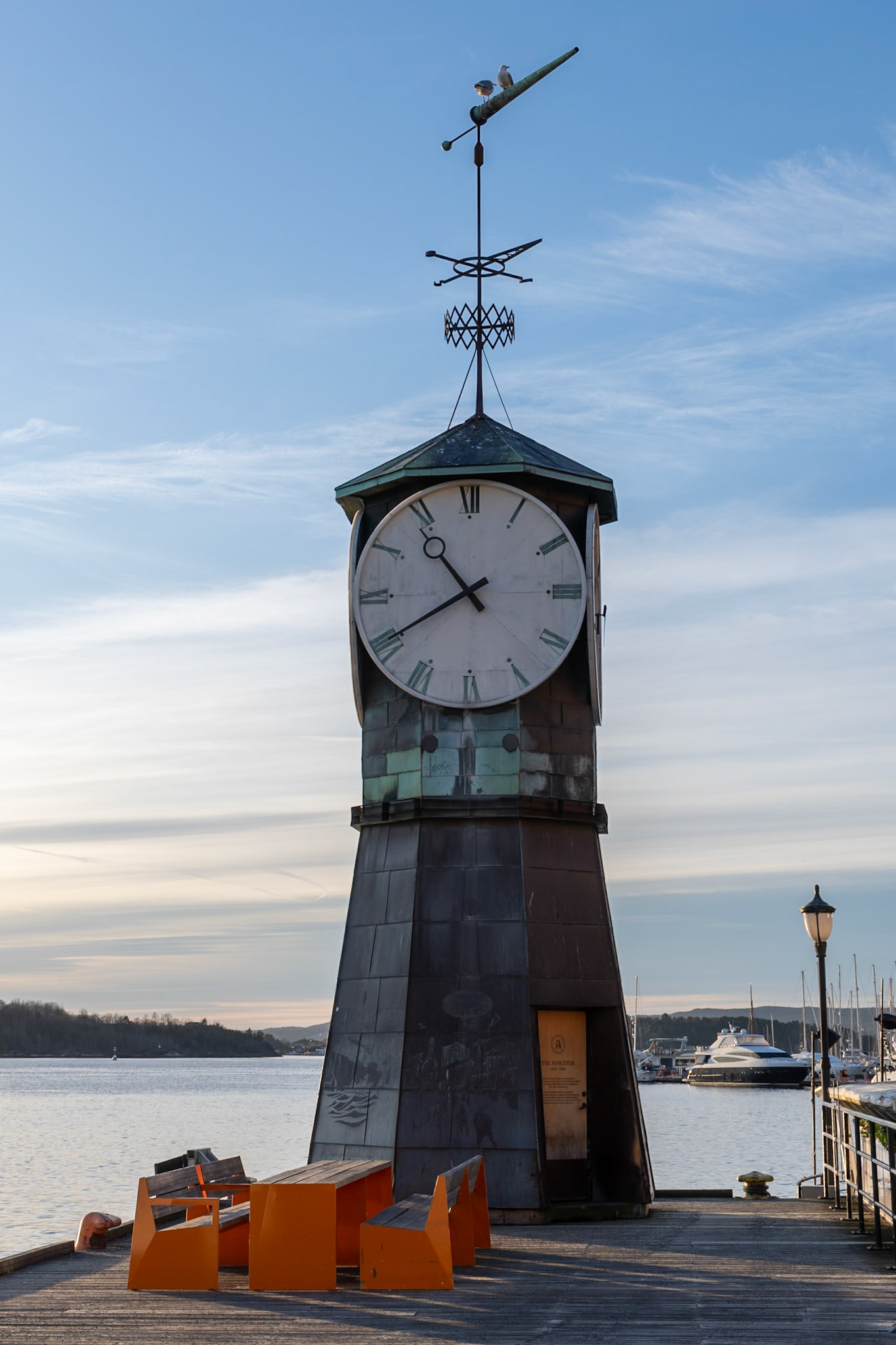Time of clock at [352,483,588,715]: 10:40
